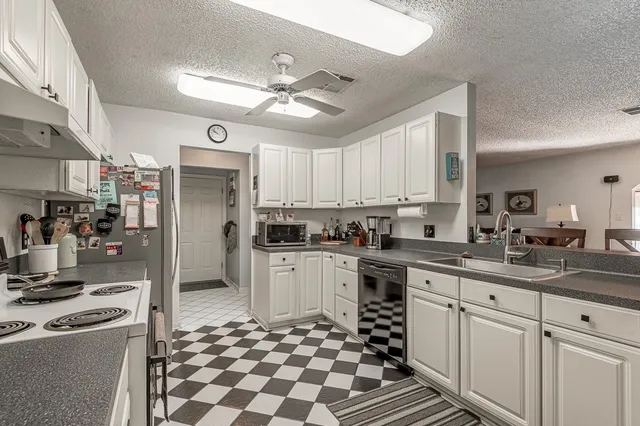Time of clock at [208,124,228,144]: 9:51
